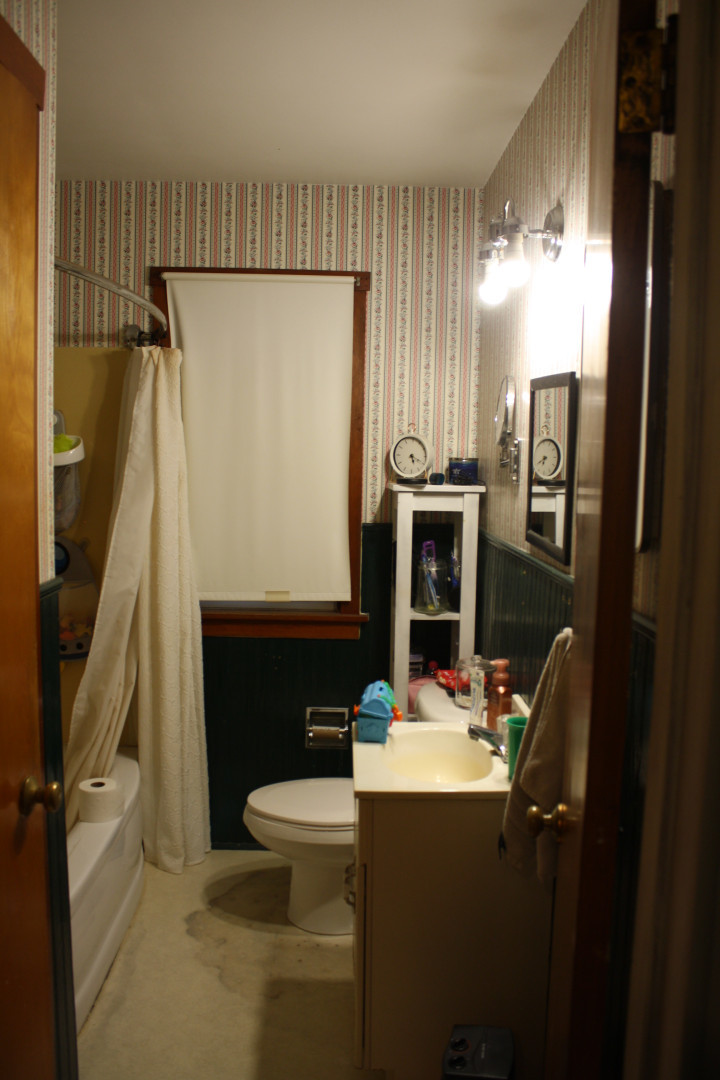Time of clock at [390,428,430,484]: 5:19
